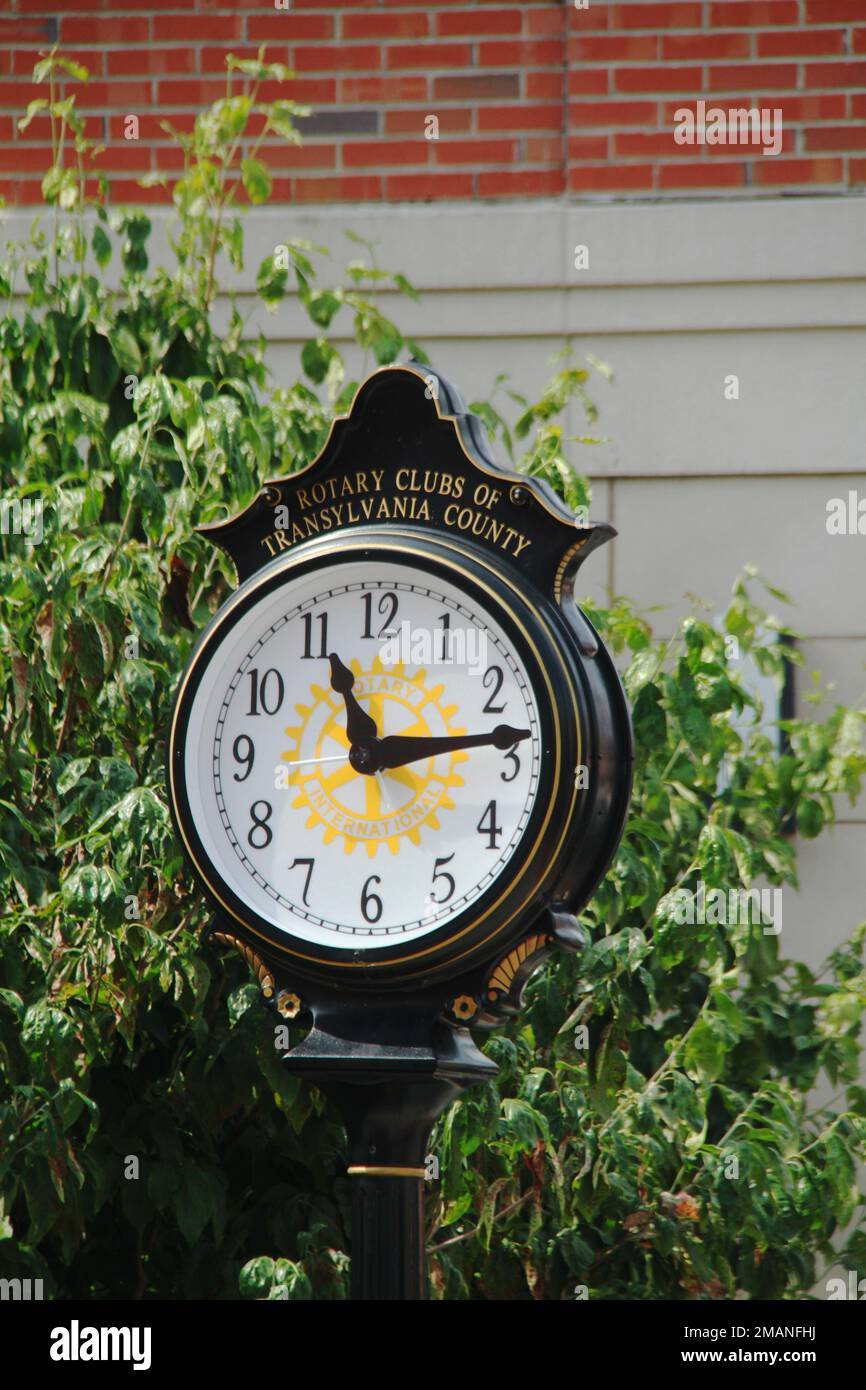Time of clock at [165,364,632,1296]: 11:13
